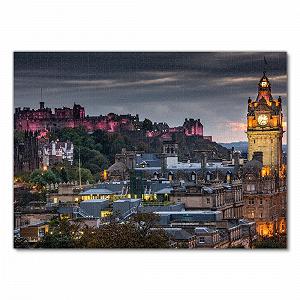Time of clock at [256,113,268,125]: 7:17
